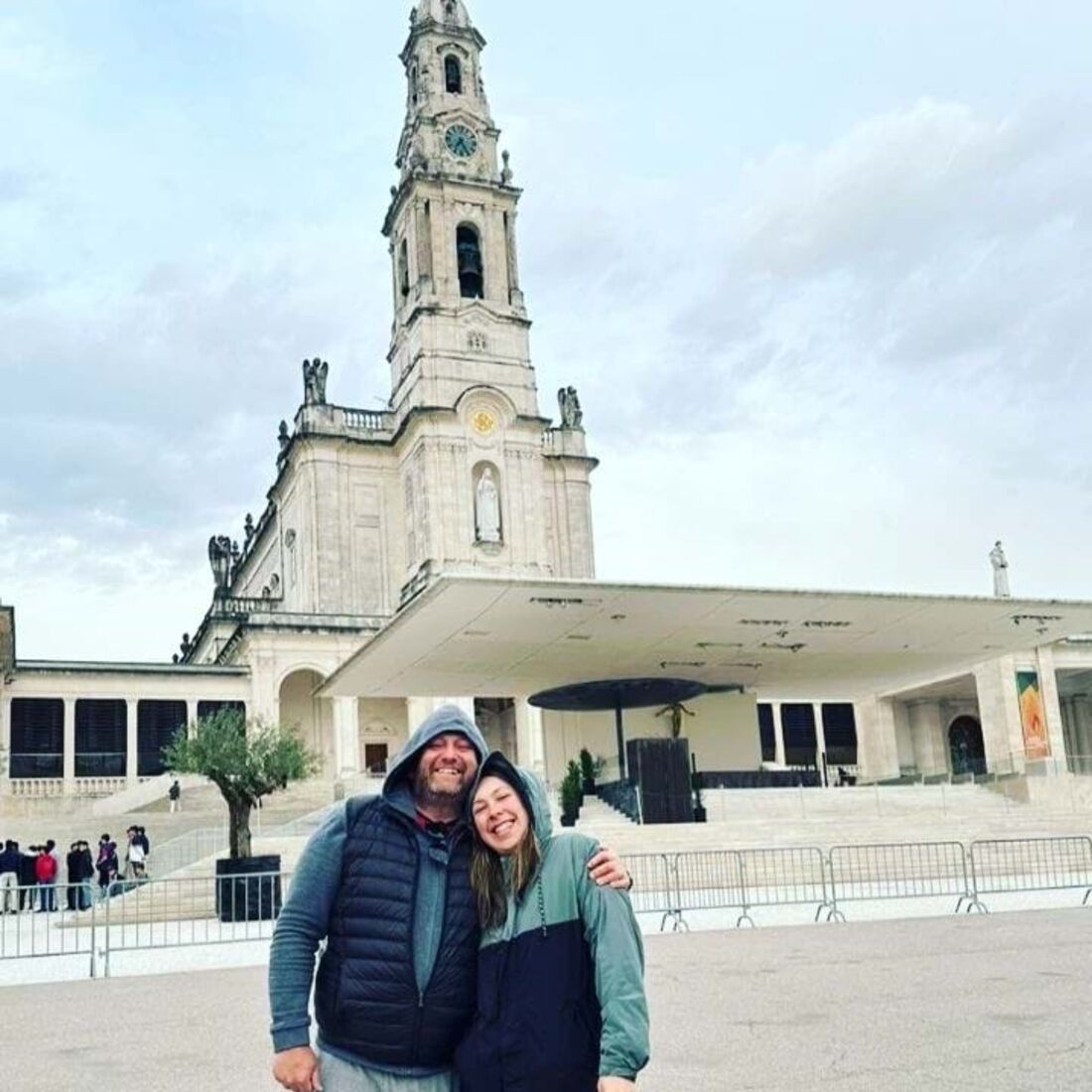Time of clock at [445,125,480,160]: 7:25
